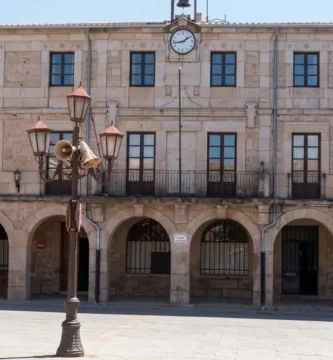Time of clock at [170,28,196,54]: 1:43
